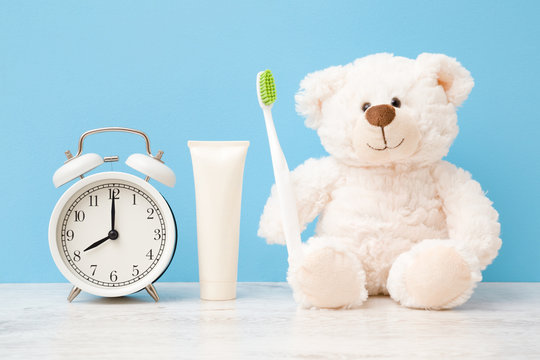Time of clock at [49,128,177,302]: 8:00
